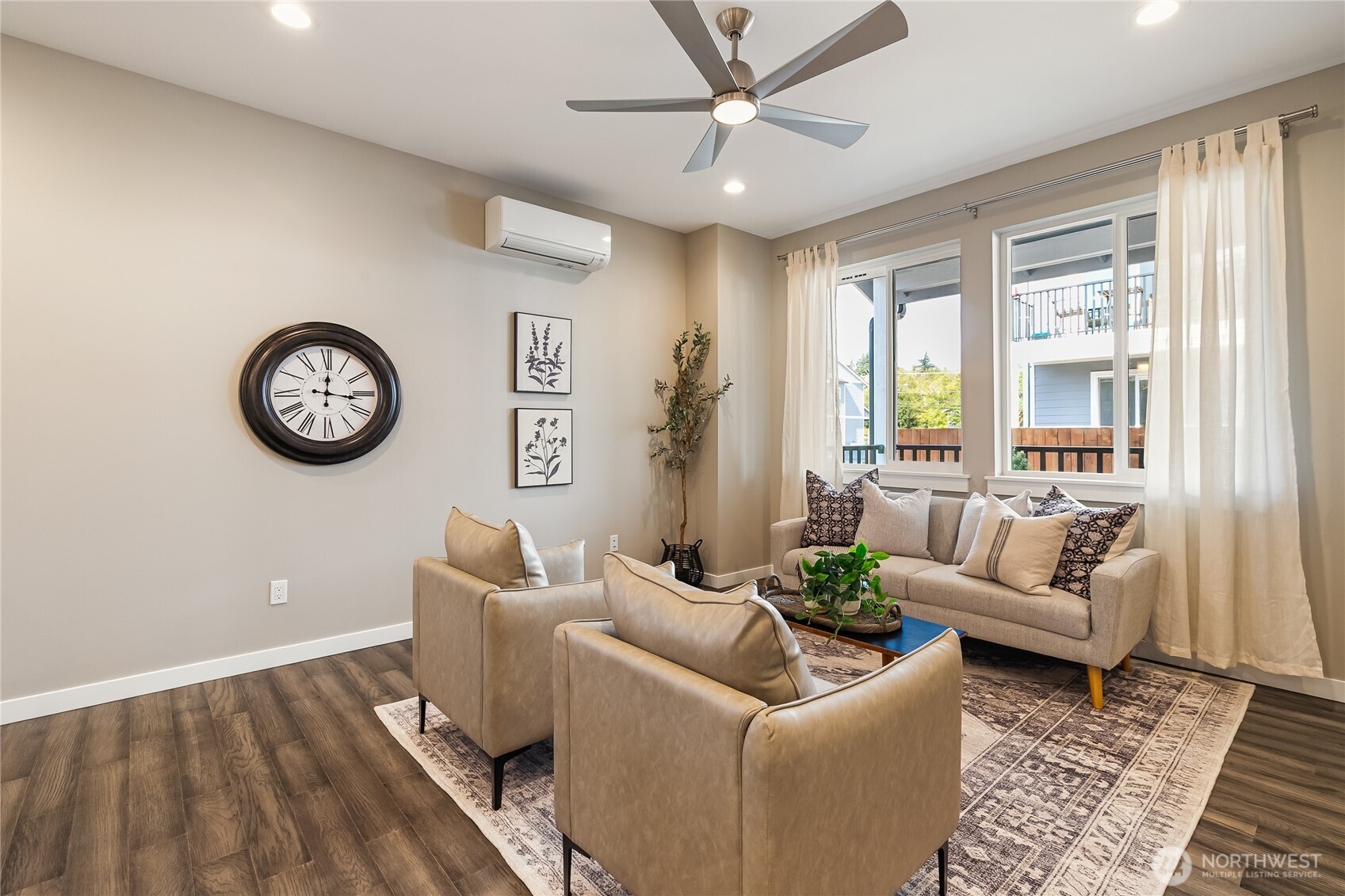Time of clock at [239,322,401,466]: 12:15
